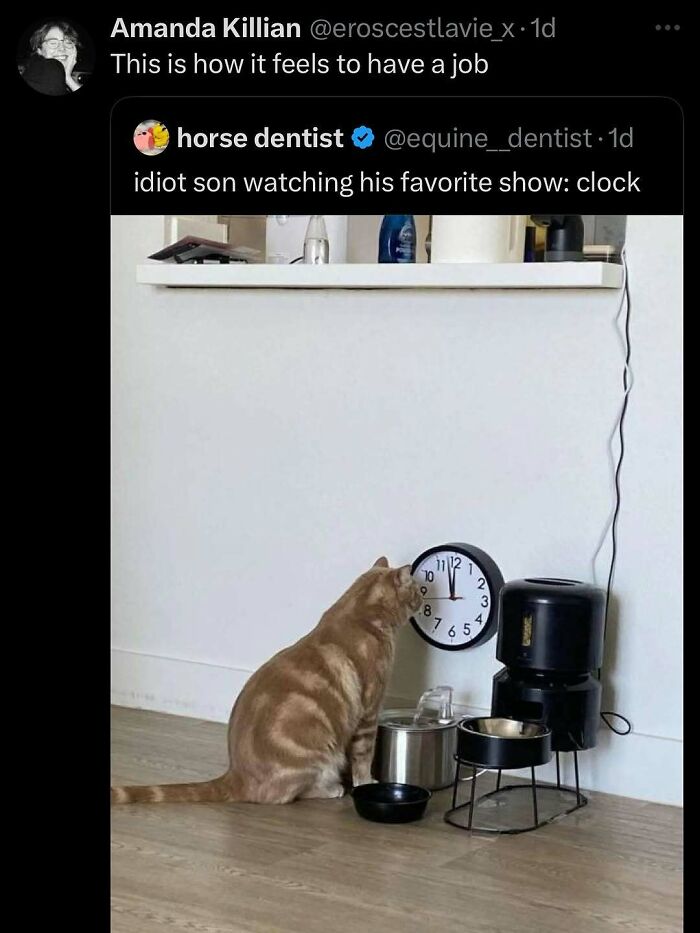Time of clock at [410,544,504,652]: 11:57
